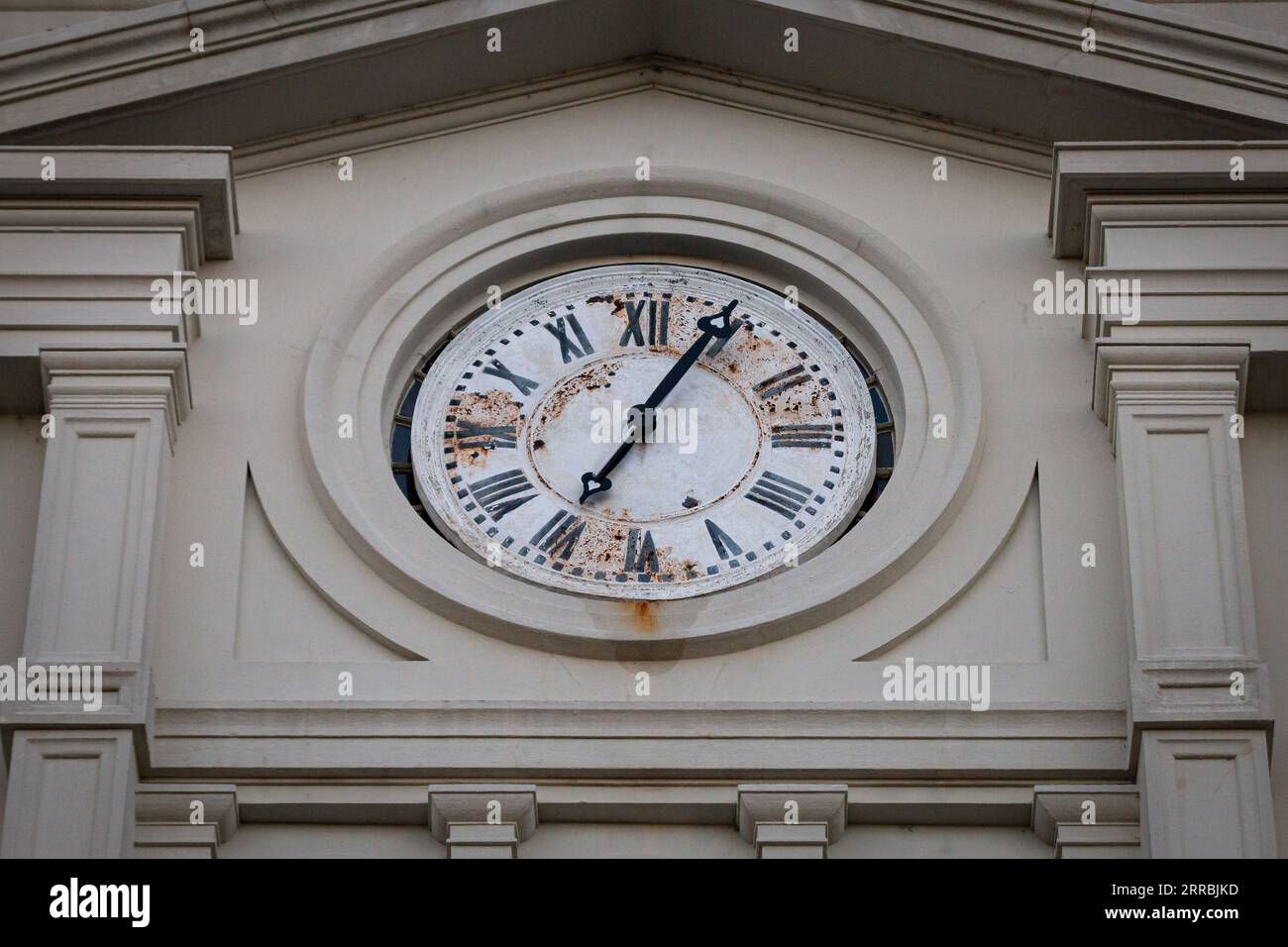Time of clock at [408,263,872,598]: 7:04
